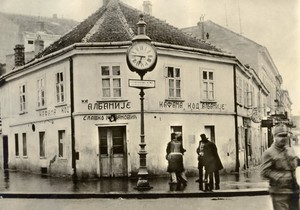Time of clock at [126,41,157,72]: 6:46
